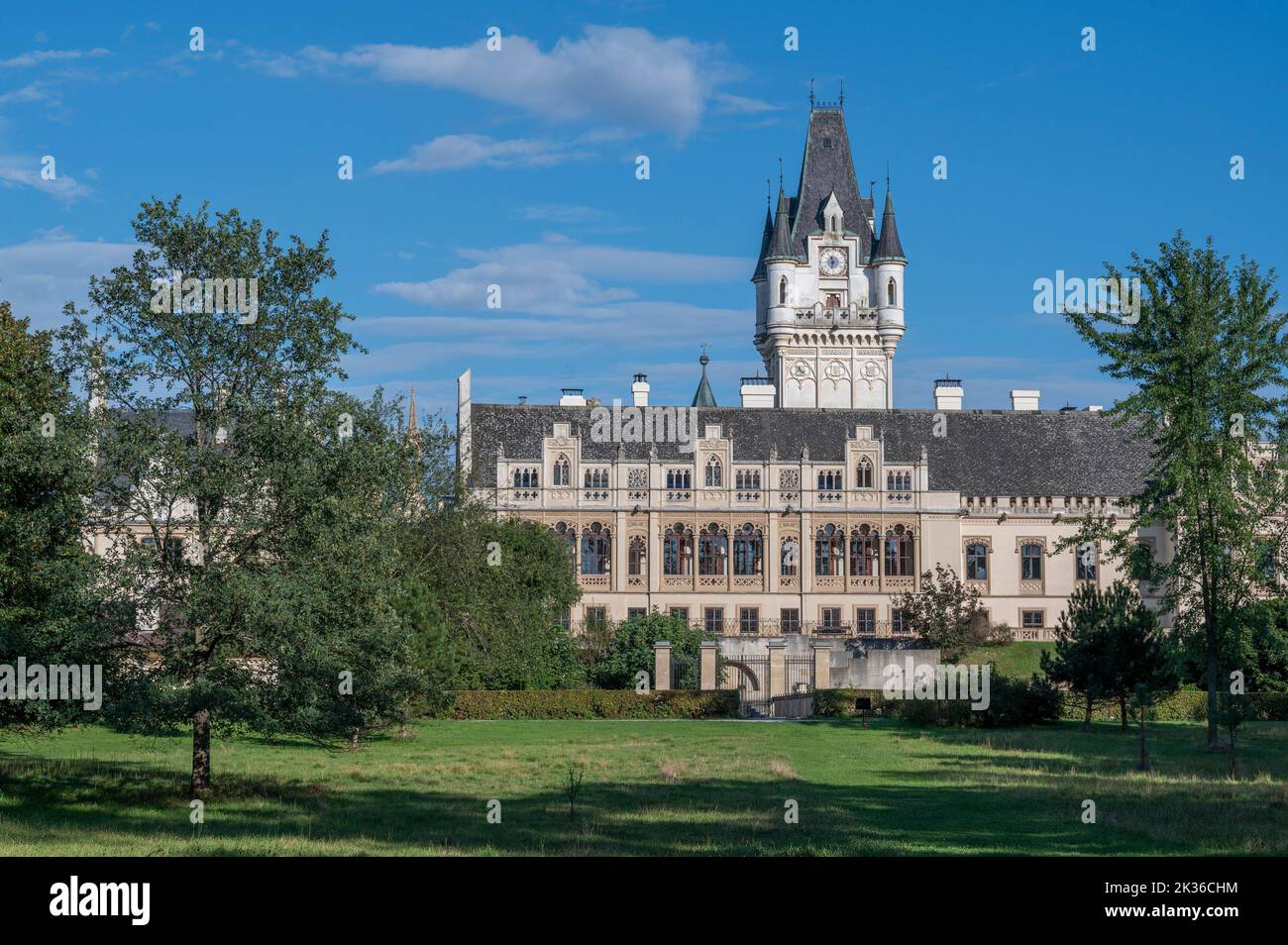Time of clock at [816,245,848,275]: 11:32
